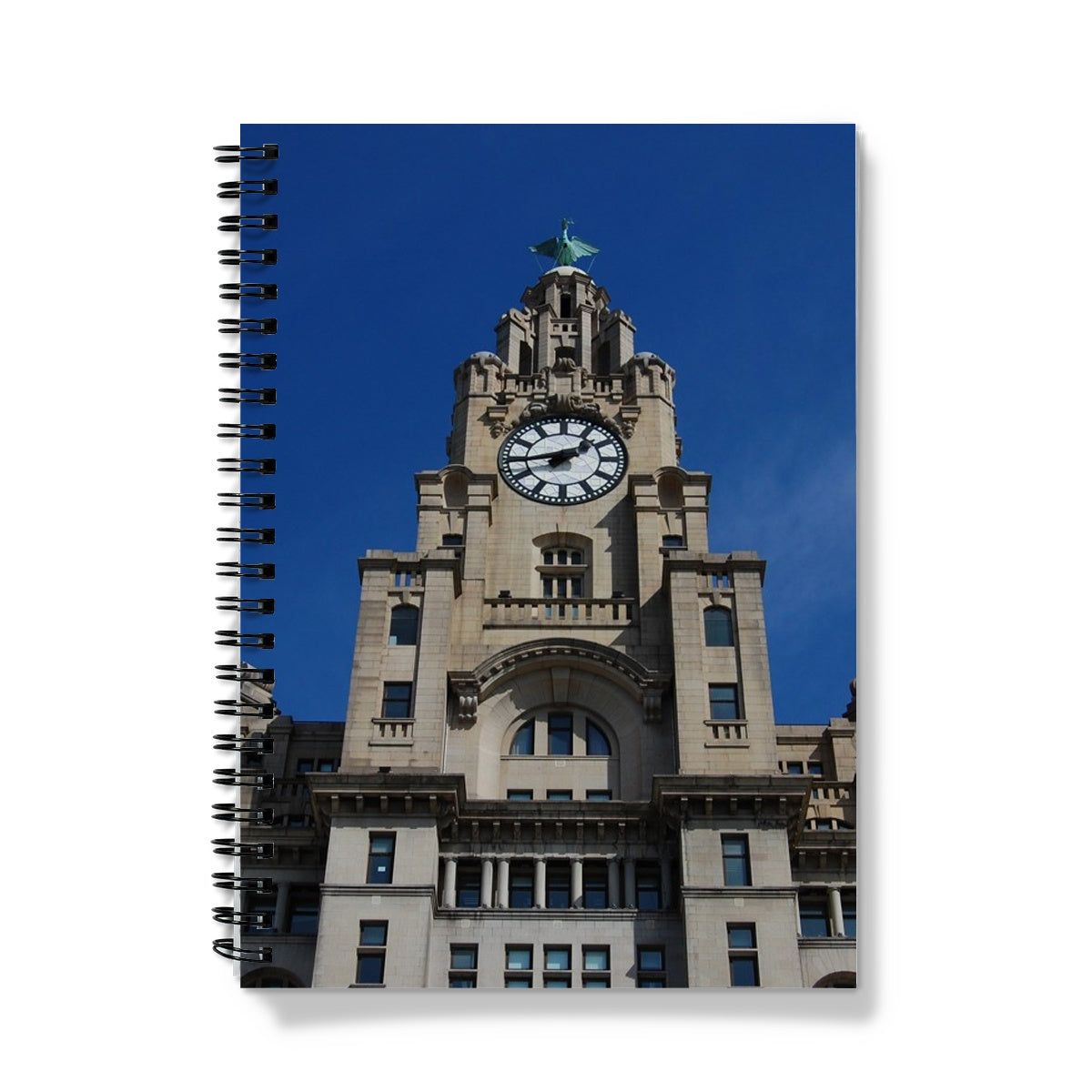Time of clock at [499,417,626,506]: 1:43
